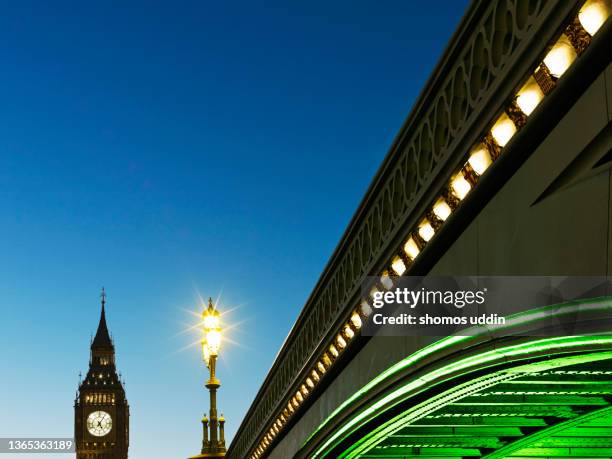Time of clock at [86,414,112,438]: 5:05
